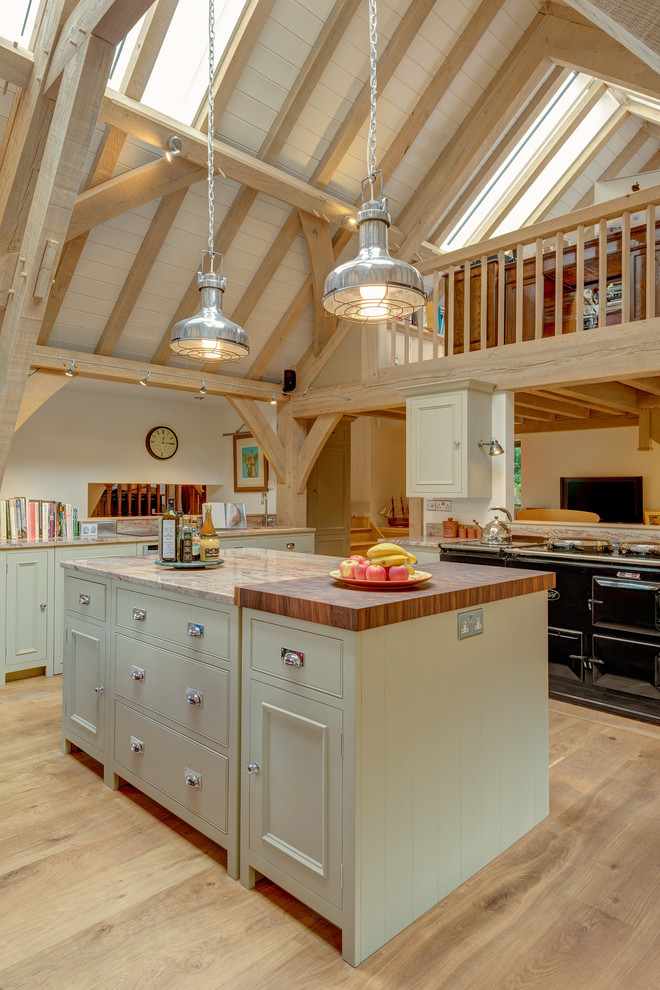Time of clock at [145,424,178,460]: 12:14
